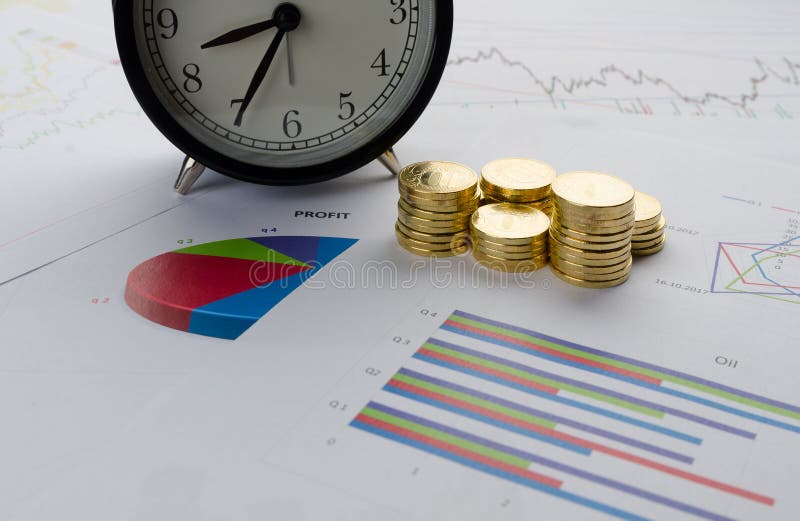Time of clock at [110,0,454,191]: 8:34
